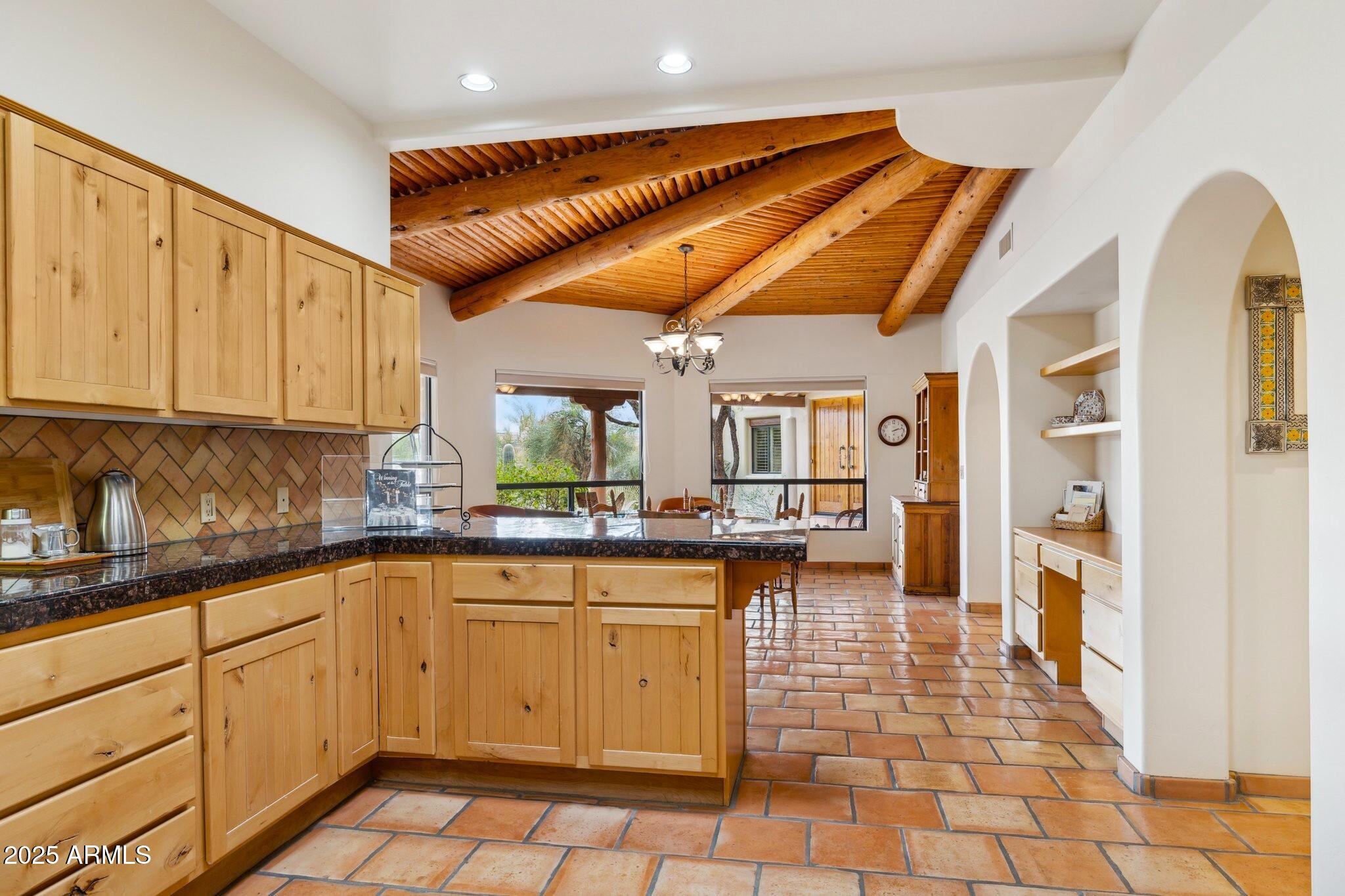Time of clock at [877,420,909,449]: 2:12
